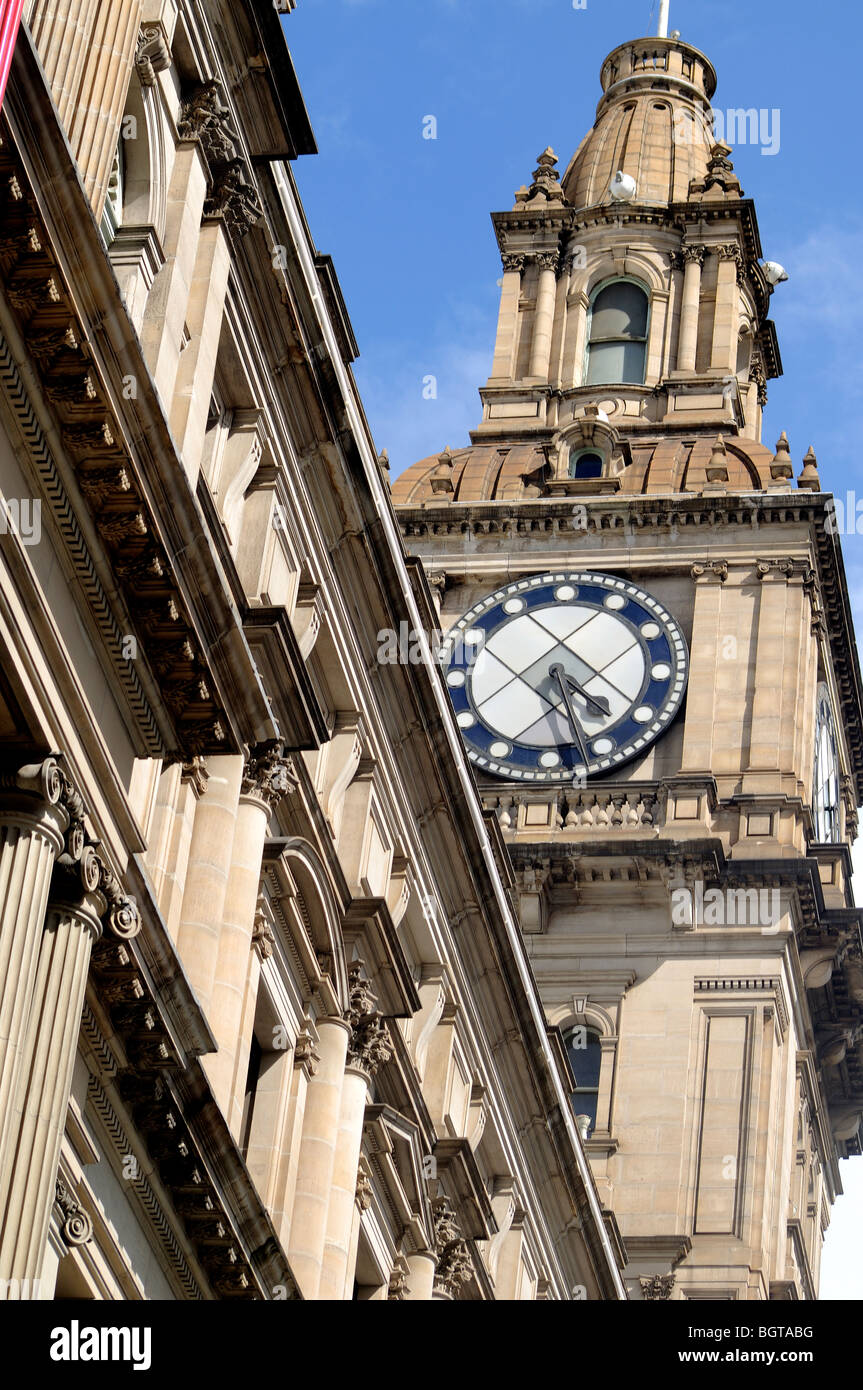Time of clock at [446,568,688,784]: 4:27
